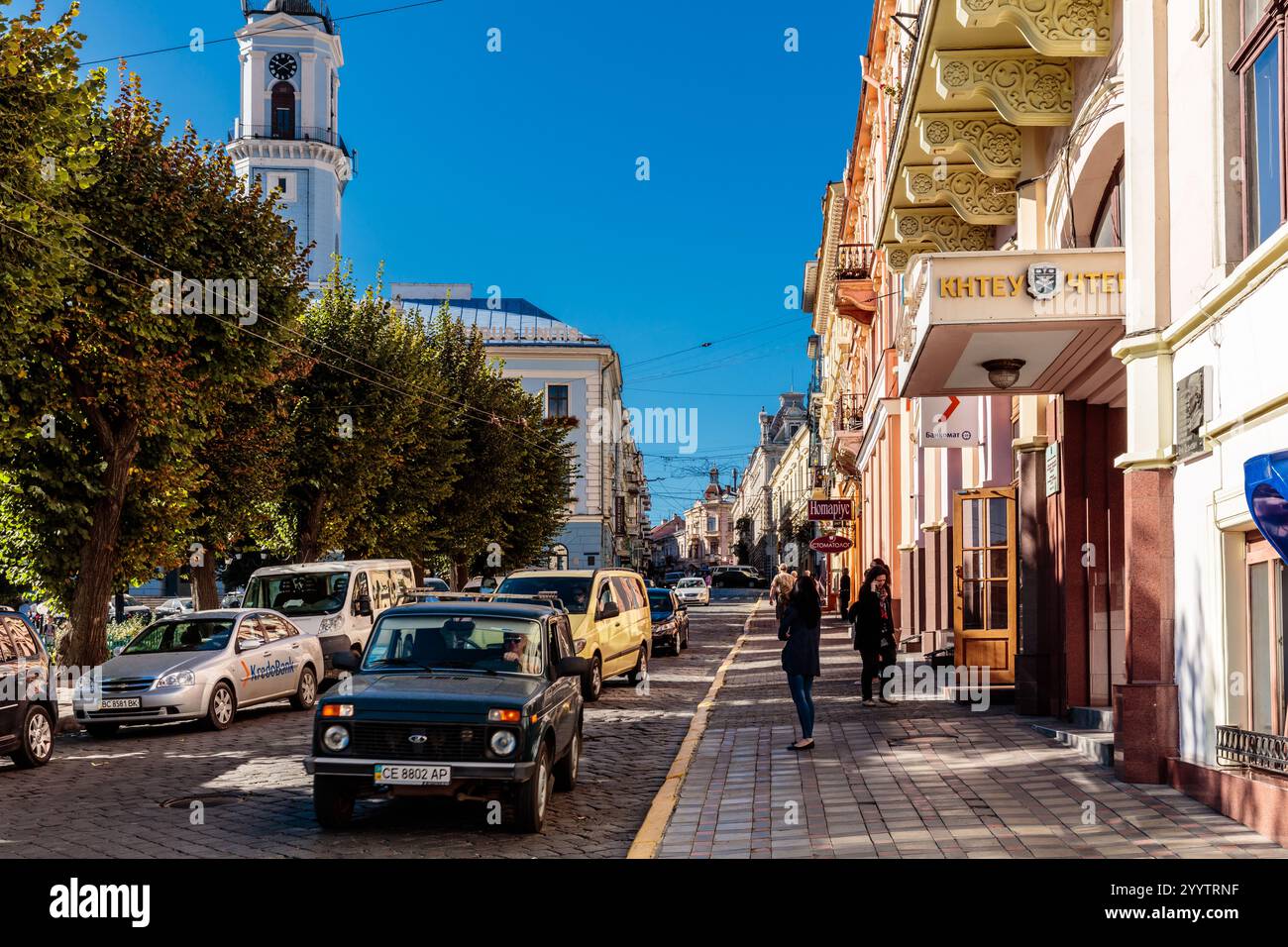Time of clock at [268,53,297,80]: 1:50
